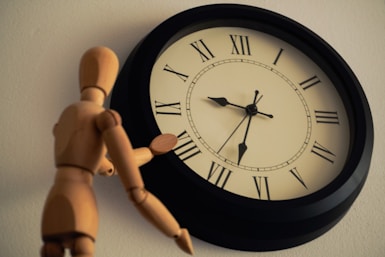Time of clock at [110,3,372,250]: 9:33
